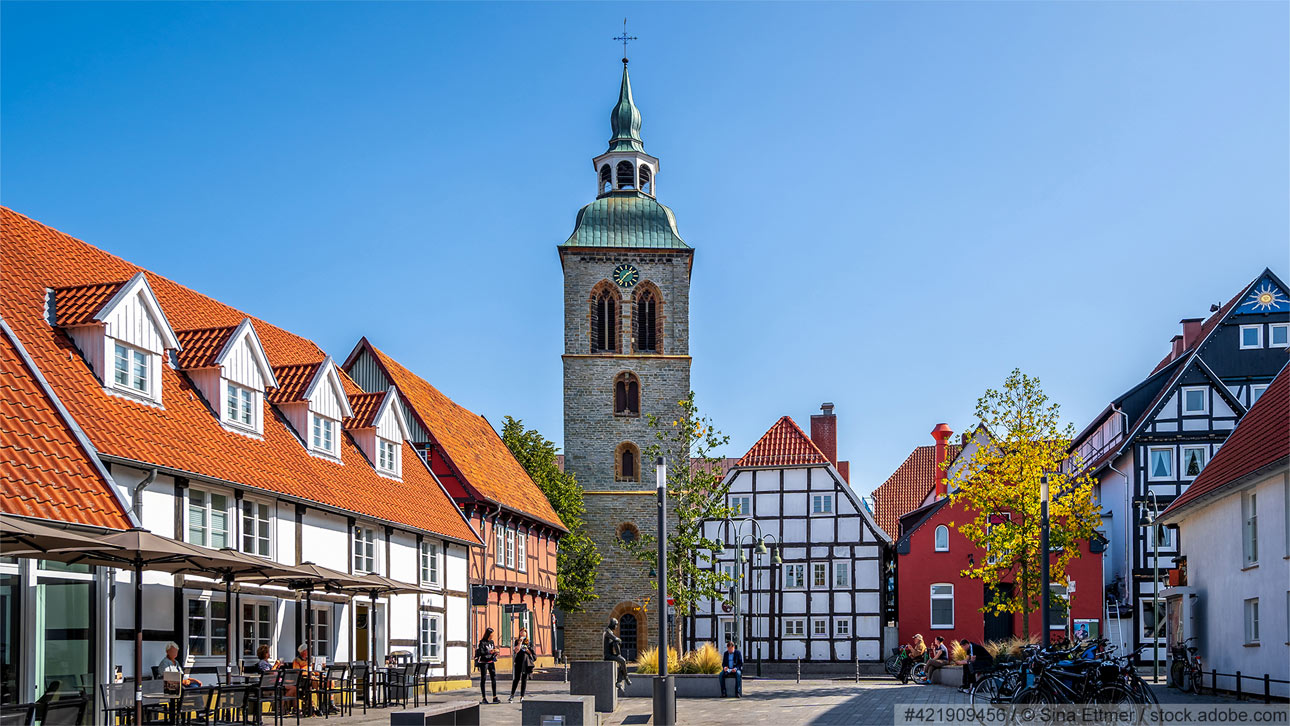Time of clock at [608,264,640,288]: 1:36
